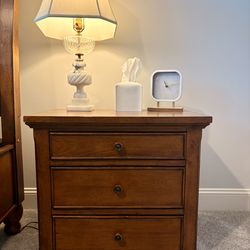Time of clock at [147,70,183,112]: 11:13
